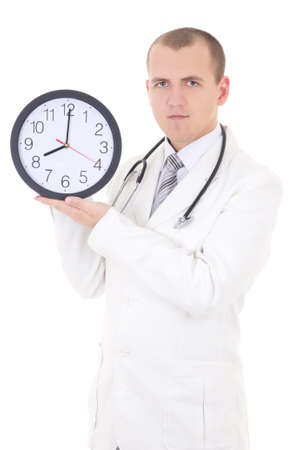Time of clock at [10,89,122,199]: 8:00
